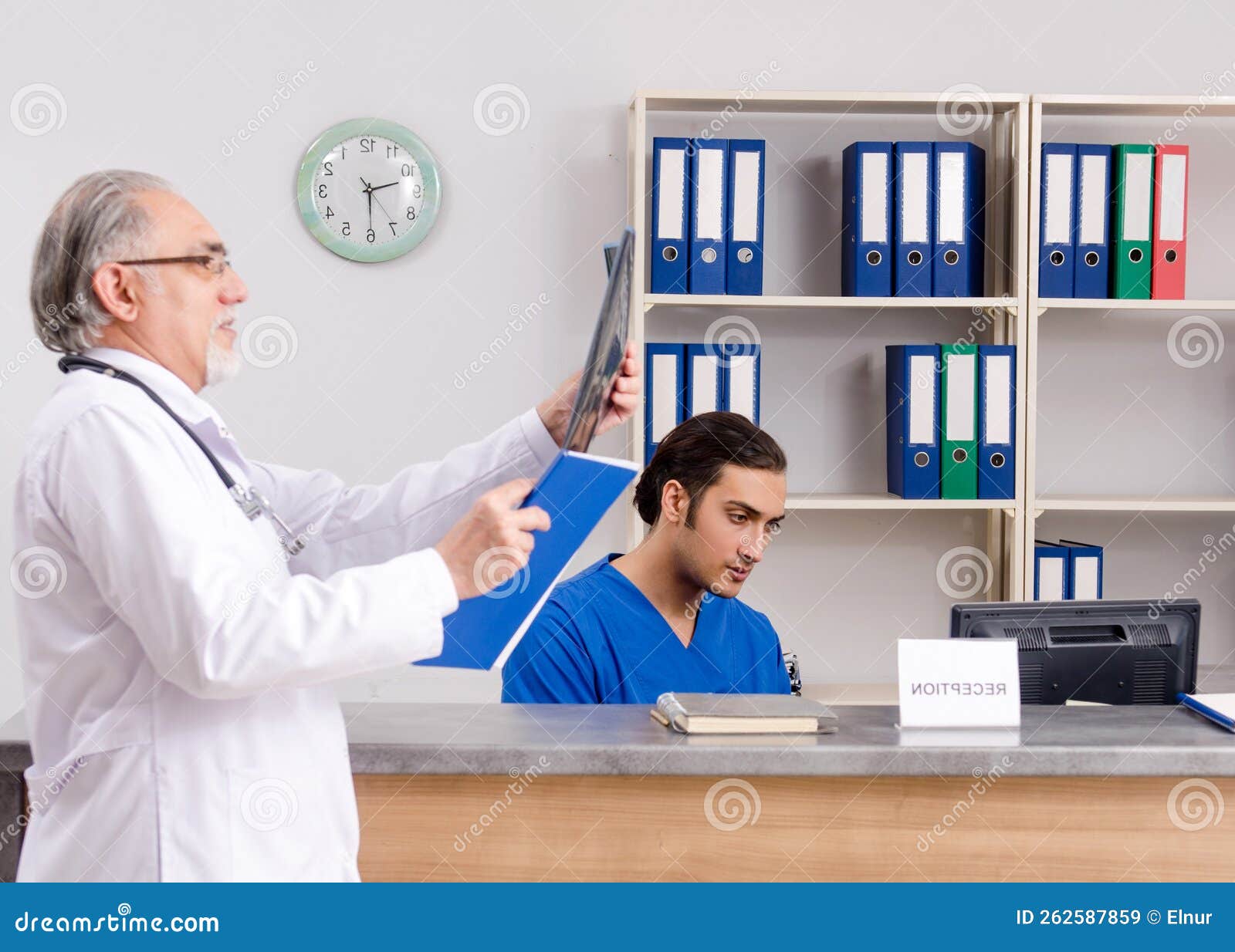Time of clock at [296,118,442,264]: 2:29
